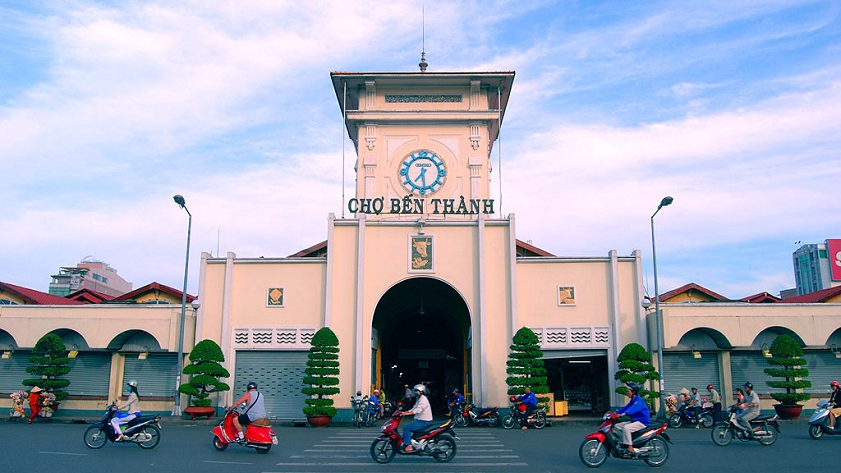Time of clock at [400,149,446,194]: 7:28
